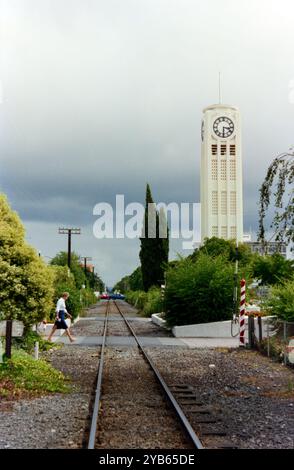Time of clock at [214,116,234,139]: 3:30
